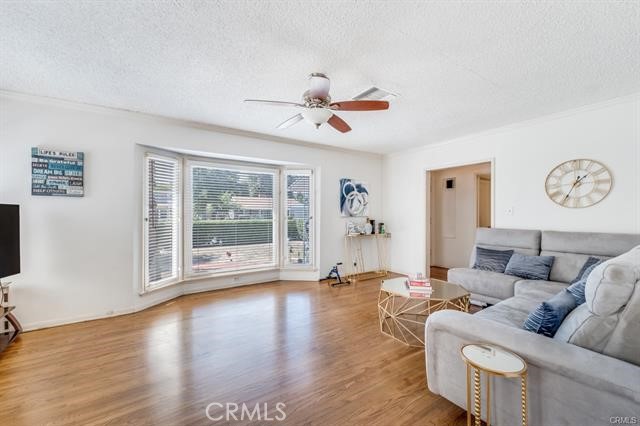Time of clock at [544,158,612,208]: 1:35
